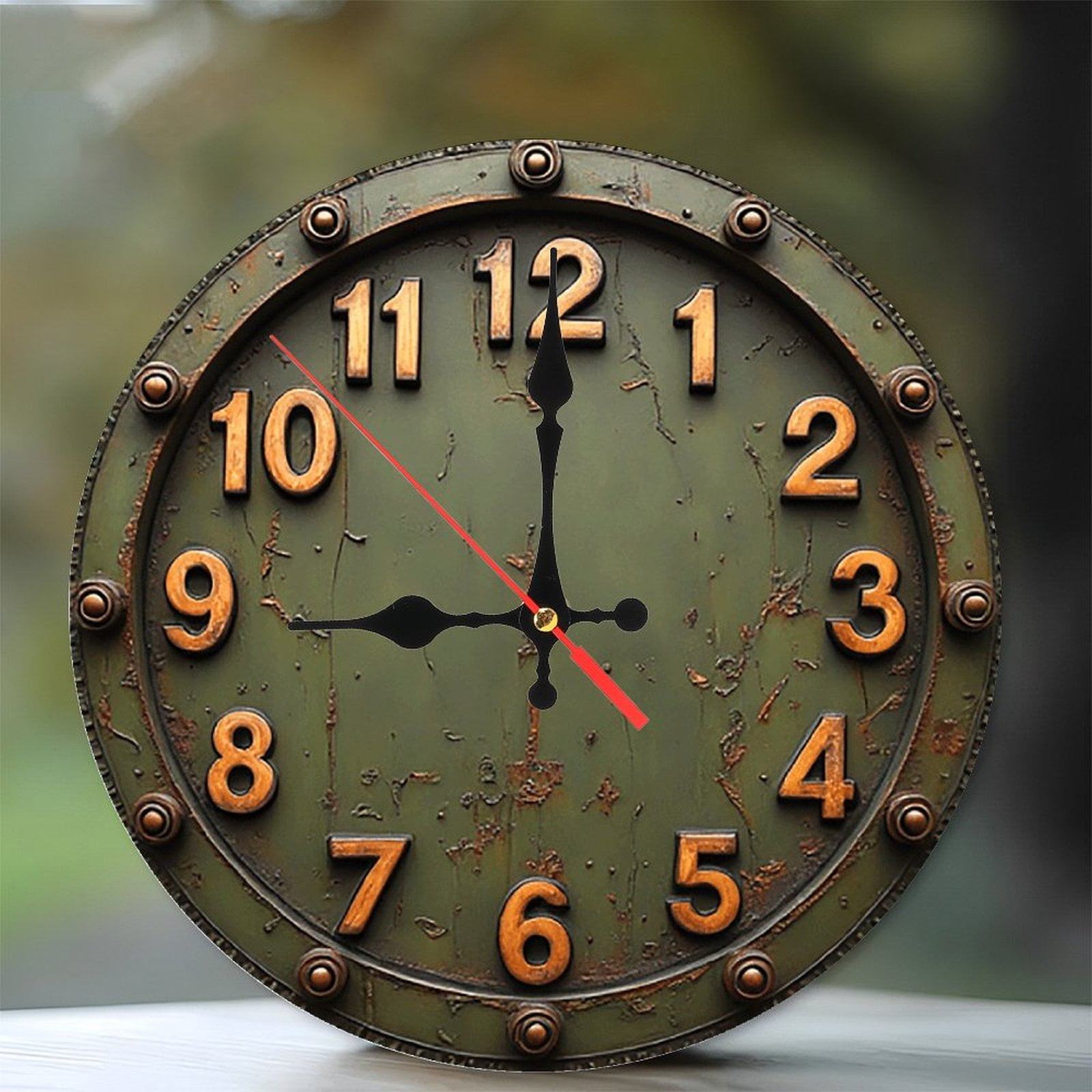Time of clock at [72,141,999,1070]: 9:00
